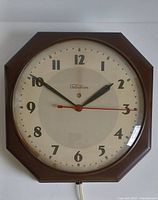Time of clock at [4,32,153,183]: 1:50
